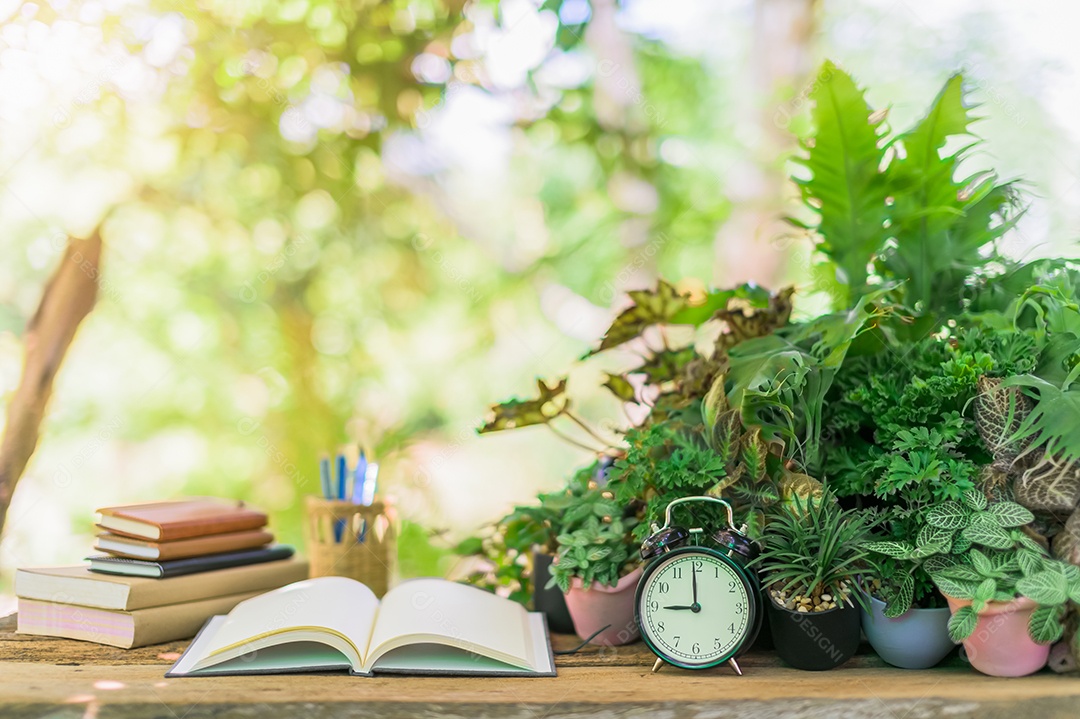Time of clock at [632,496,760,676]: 8:59
